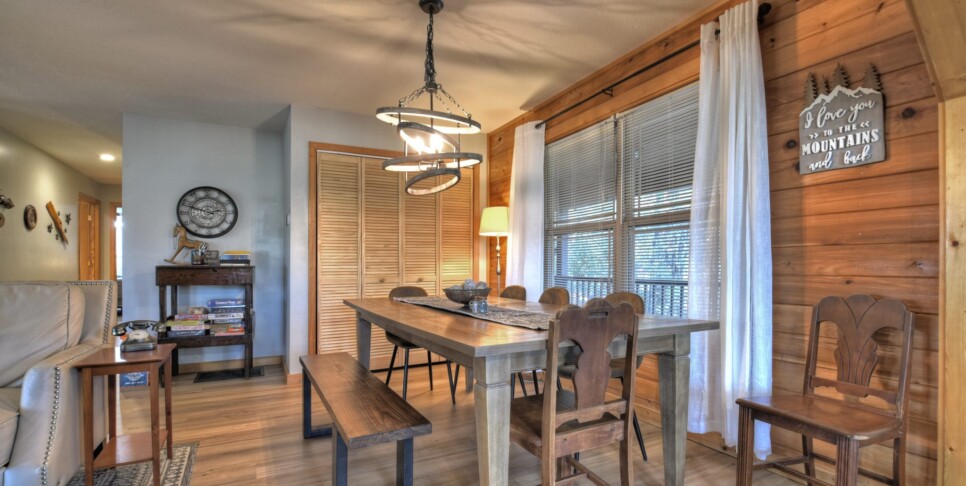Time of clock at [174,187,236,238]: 2:48
